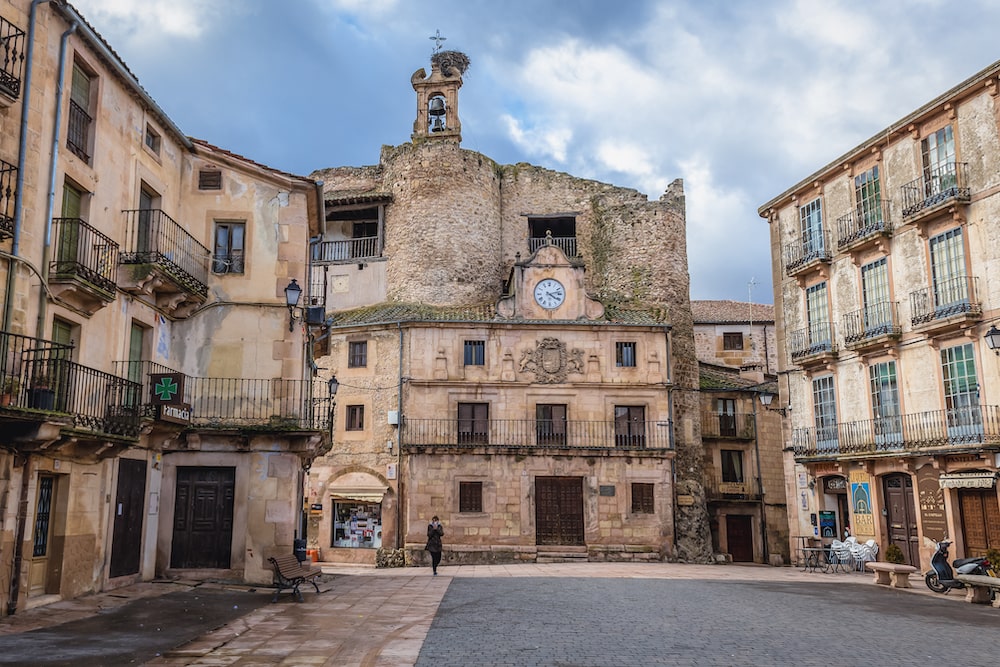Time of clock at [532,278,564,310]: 4:12
